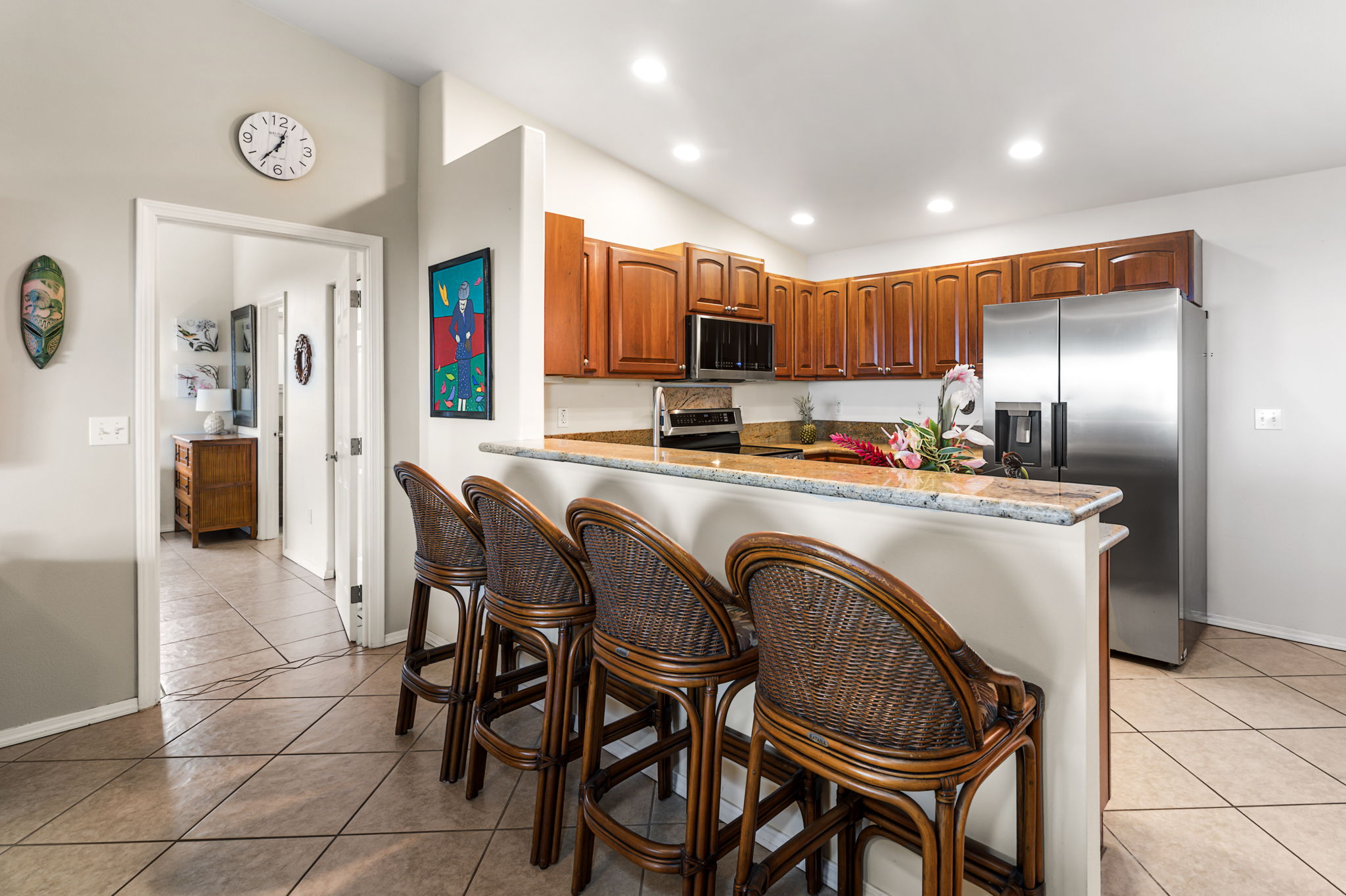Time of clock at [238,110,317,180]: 12:36
